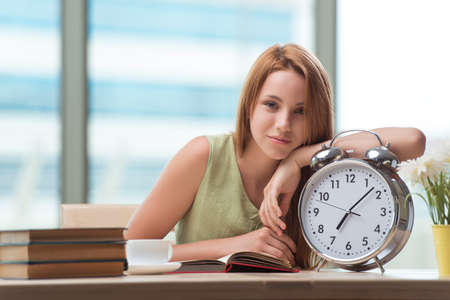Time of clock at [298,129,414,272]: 7:07
